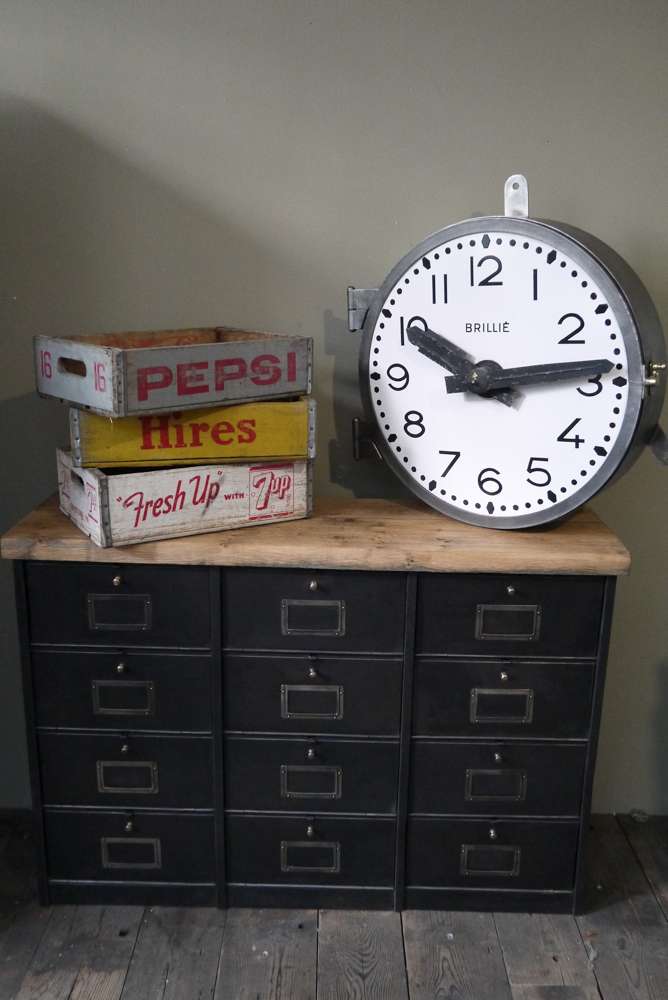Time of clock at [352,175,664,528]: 10:13
